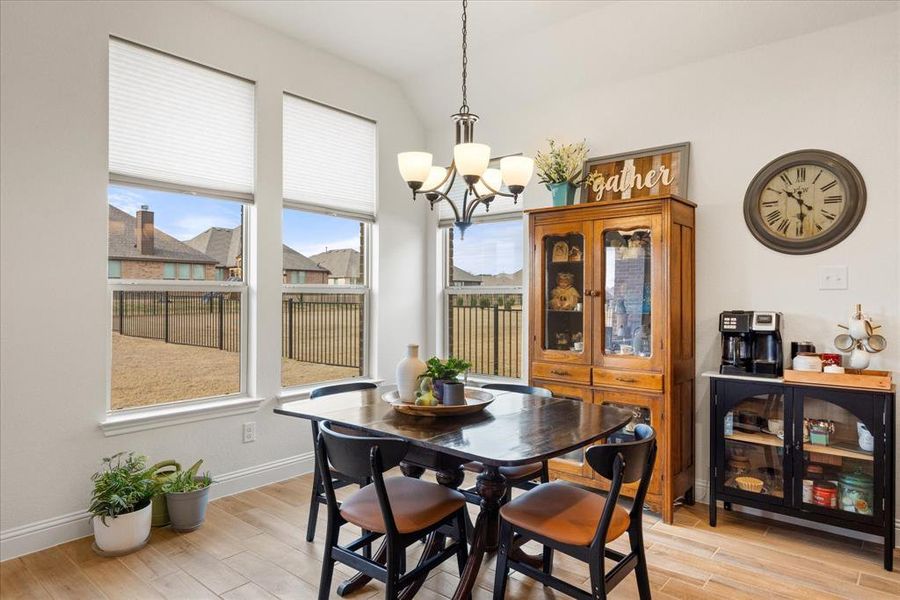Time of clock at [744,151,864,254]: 10:29
